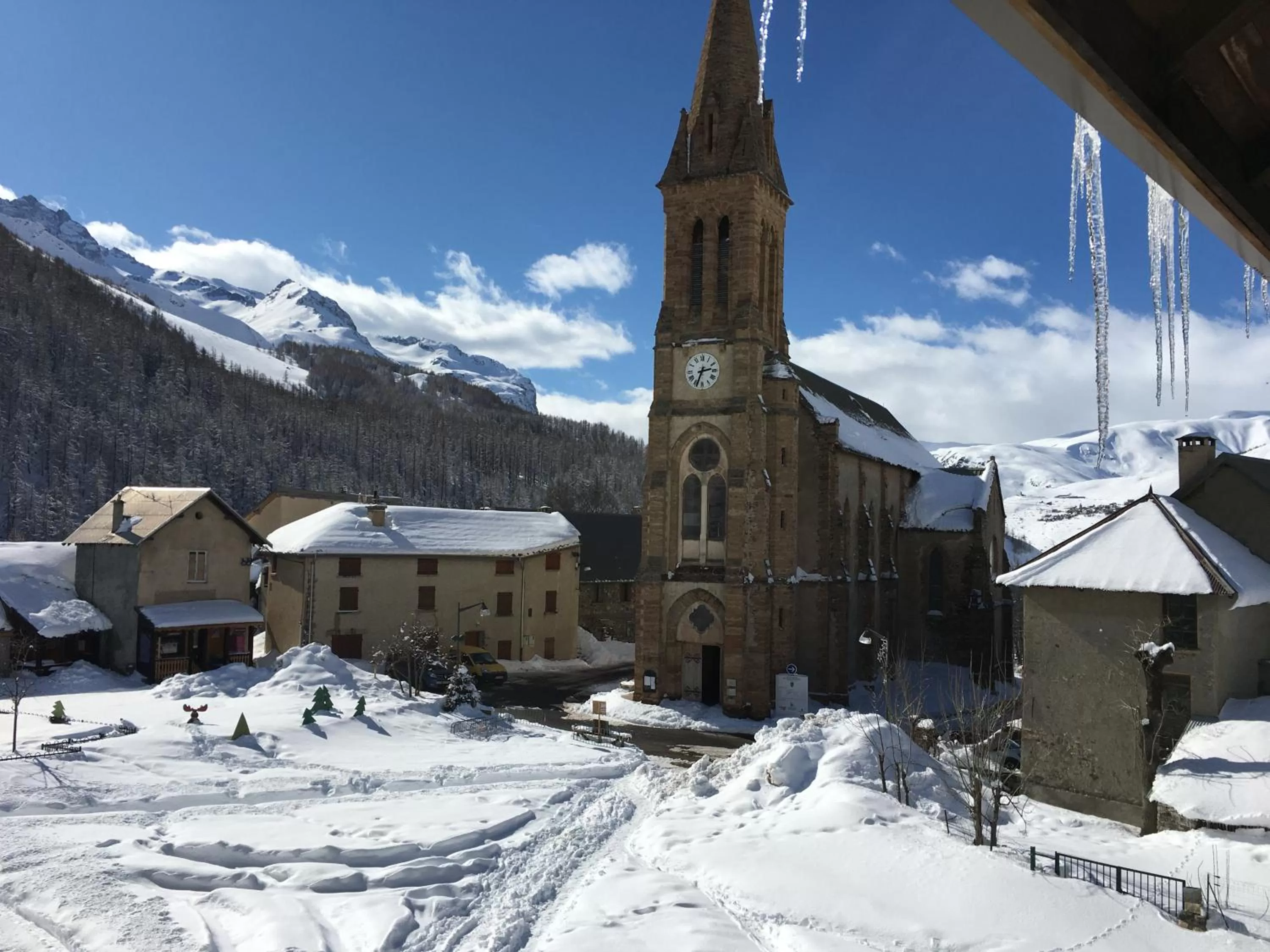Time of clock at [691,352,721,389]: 2:33
